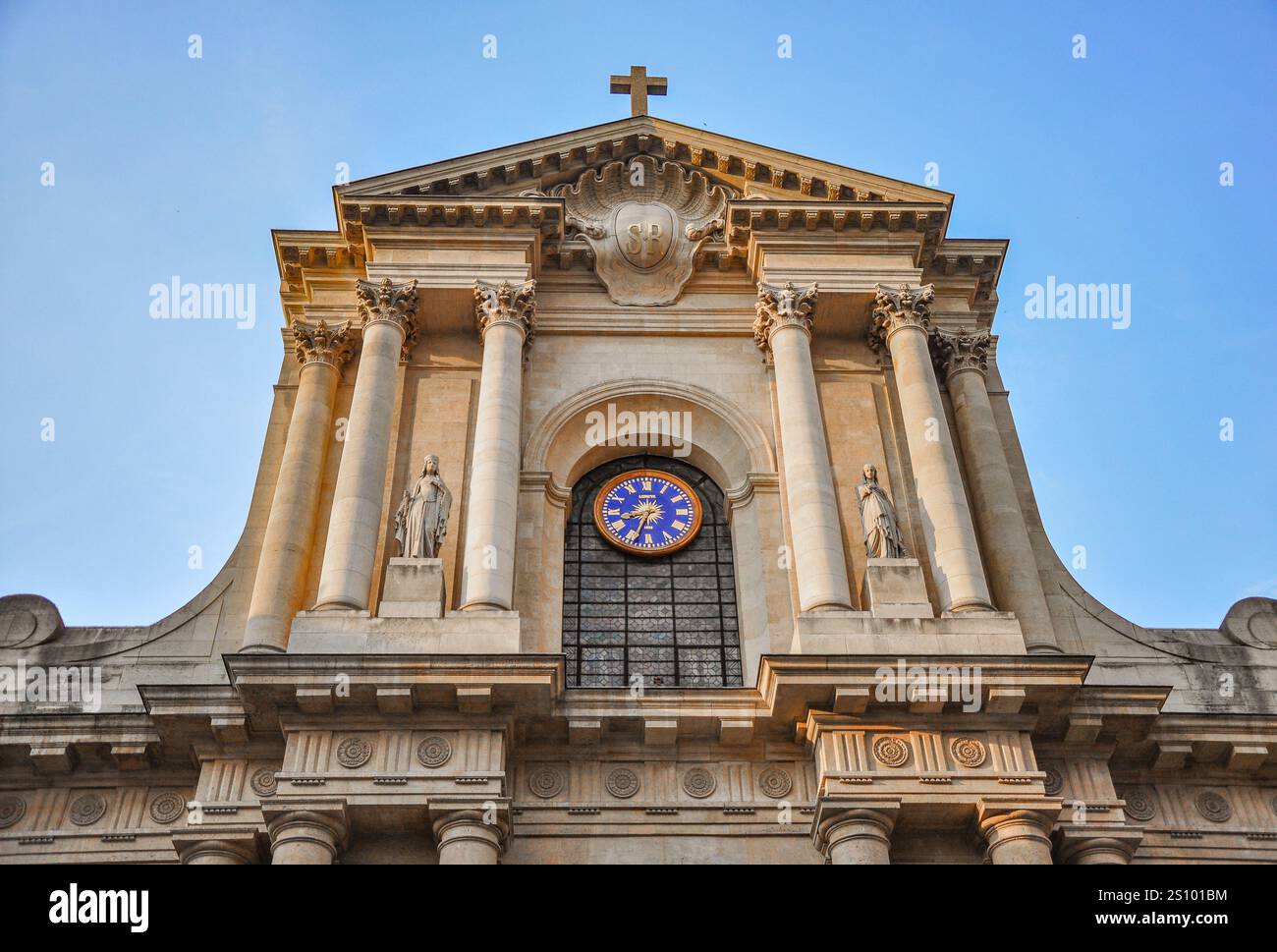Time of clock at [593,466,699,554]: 8:33
